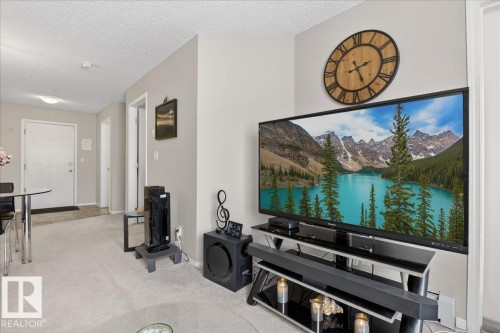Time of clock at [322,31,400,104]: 2:25
